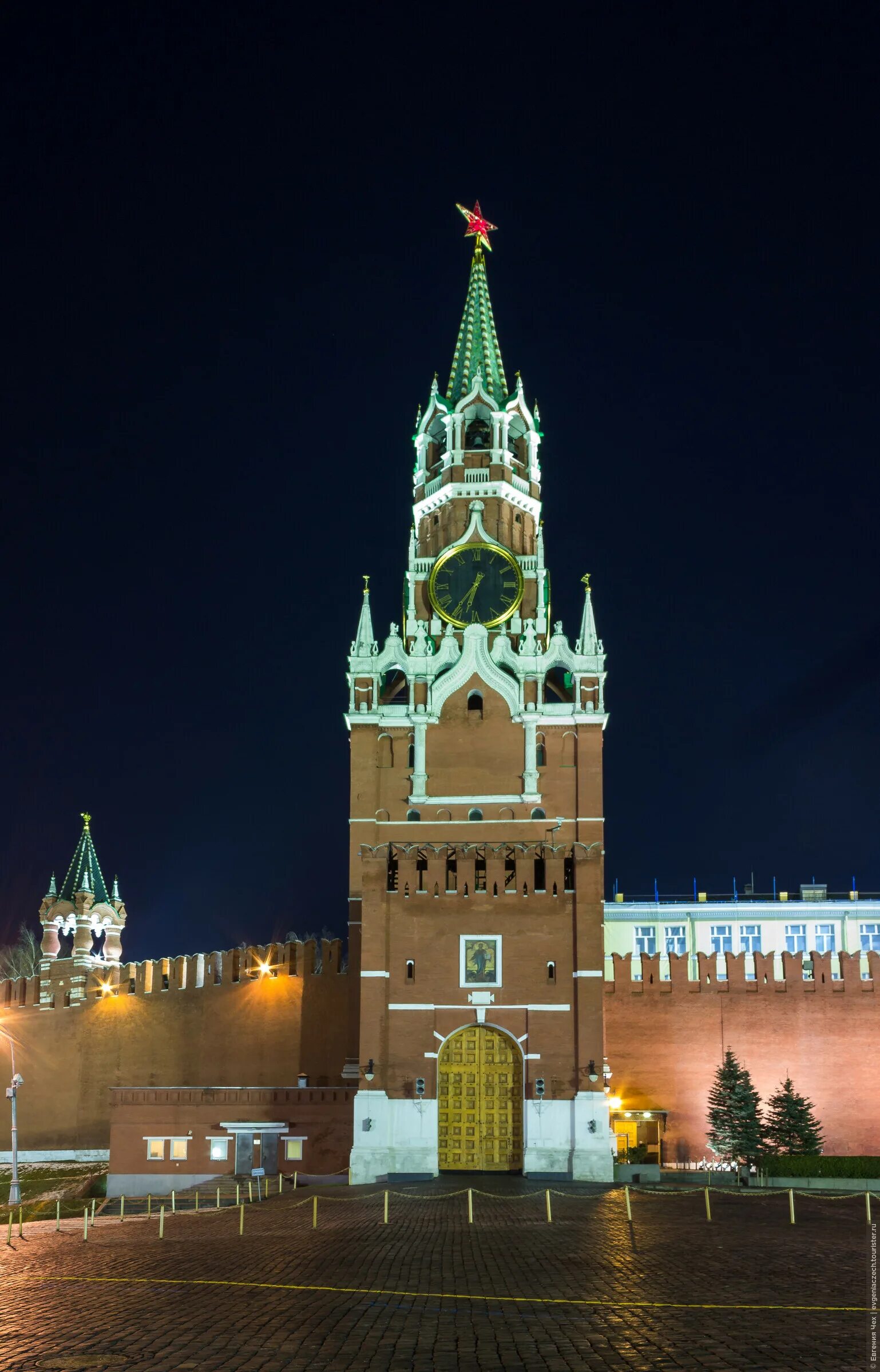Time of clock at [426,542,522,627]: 6:36
